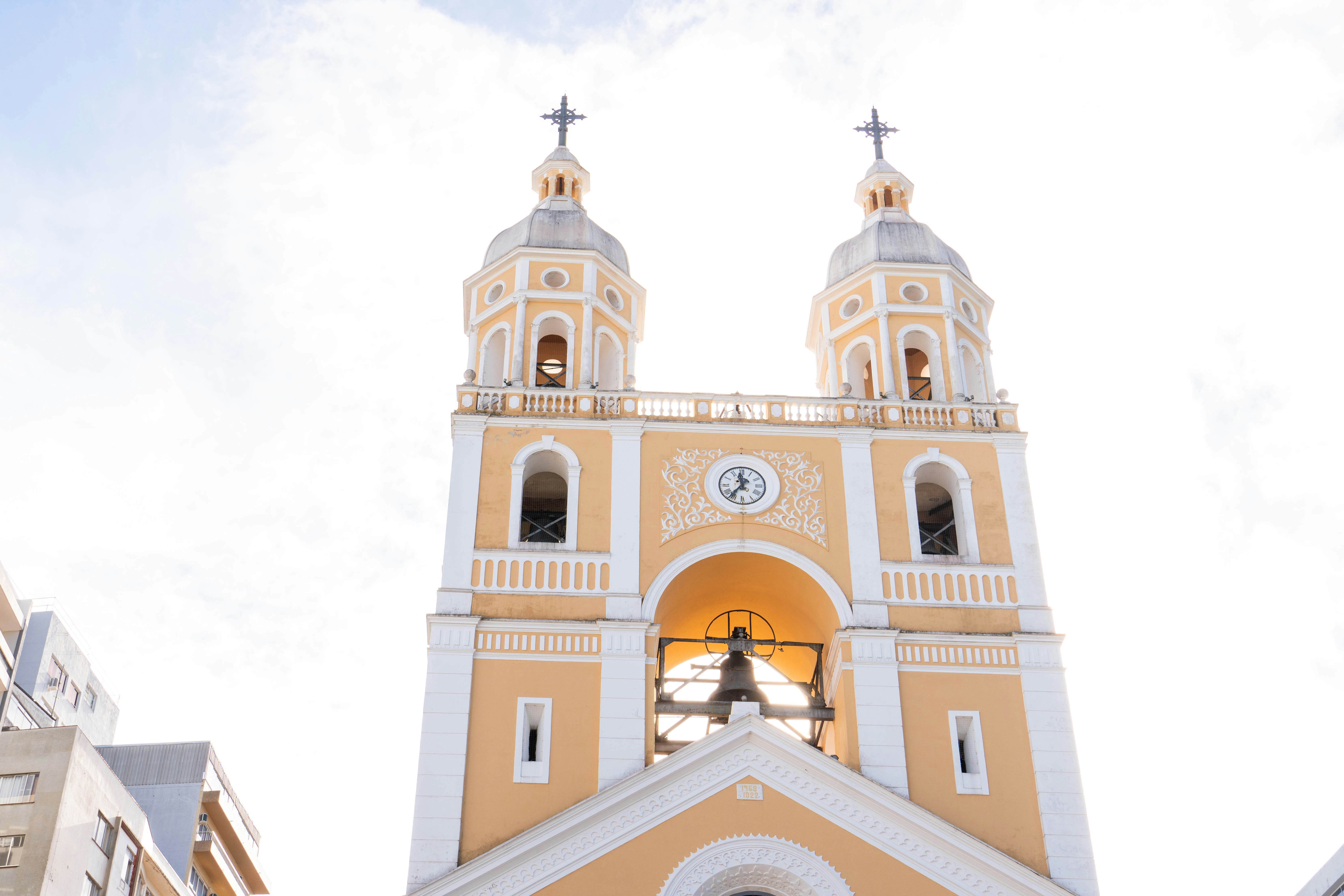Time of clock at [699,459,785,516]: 11:36
